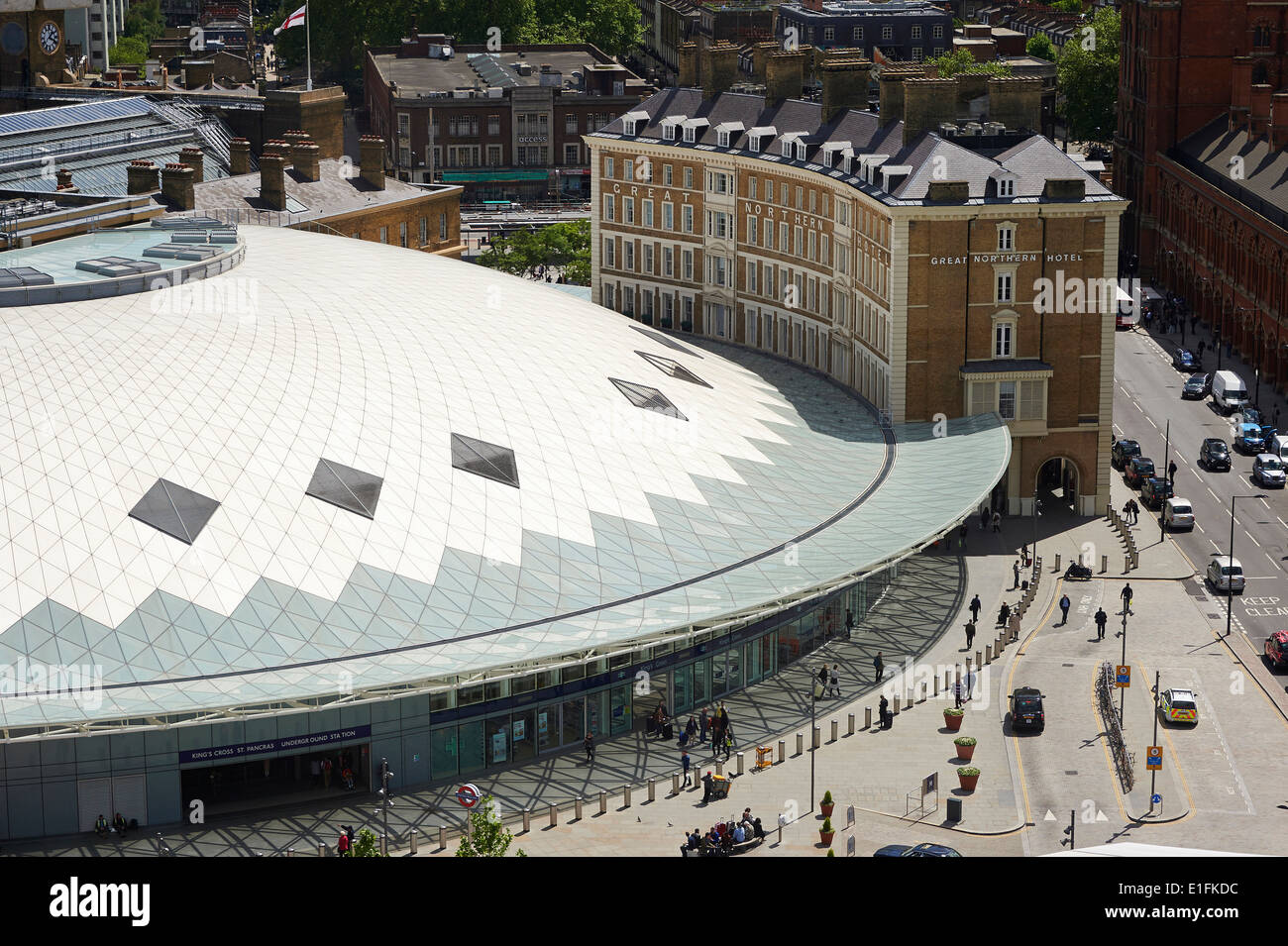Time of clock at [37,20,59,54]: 1:18
